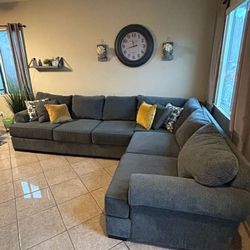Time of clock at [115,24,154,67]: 11:42
